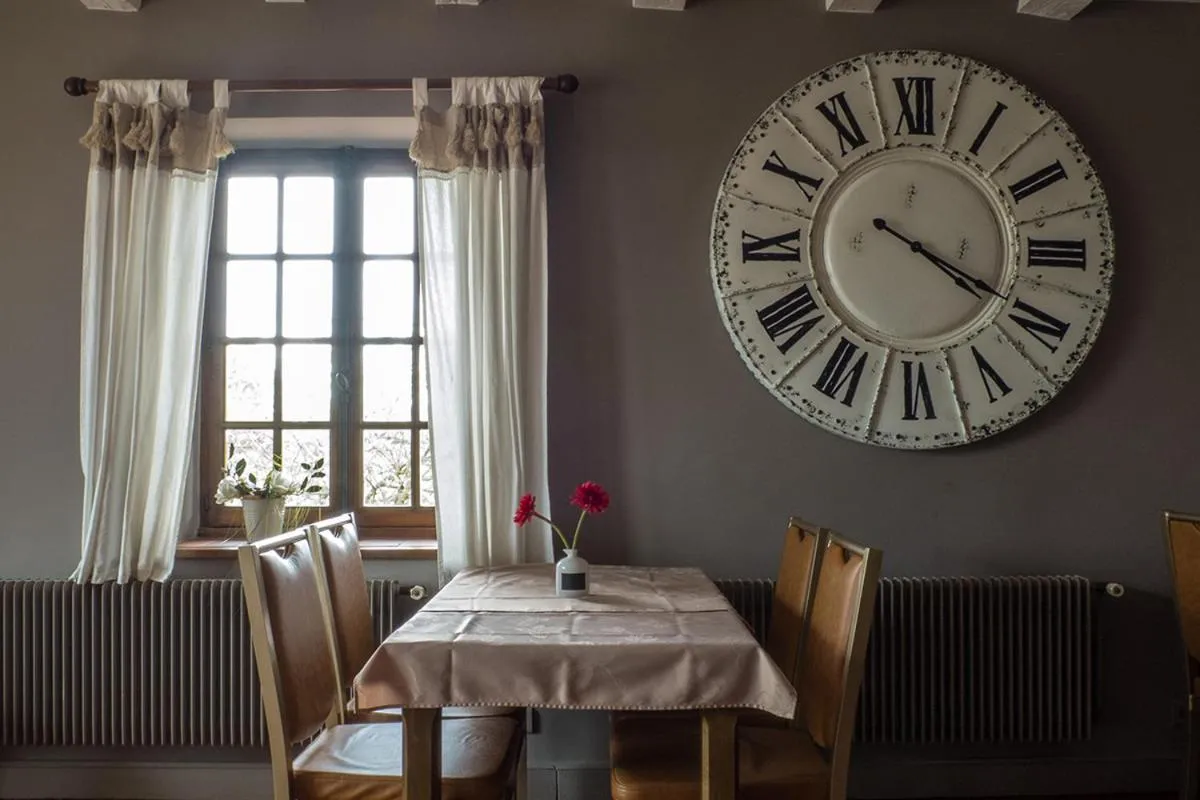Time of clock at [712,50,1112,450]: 4:19
